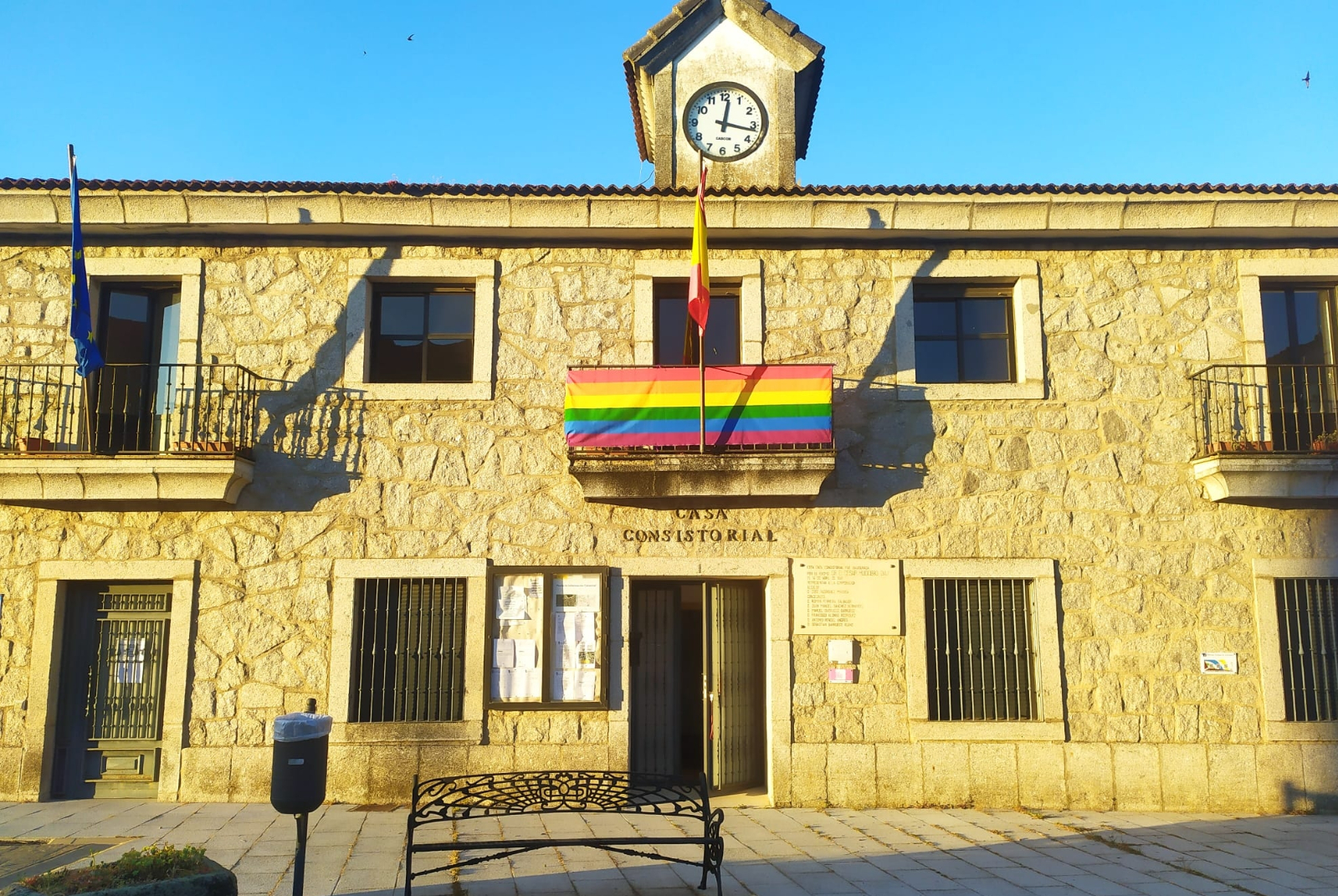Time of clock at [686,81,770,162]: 12:16
